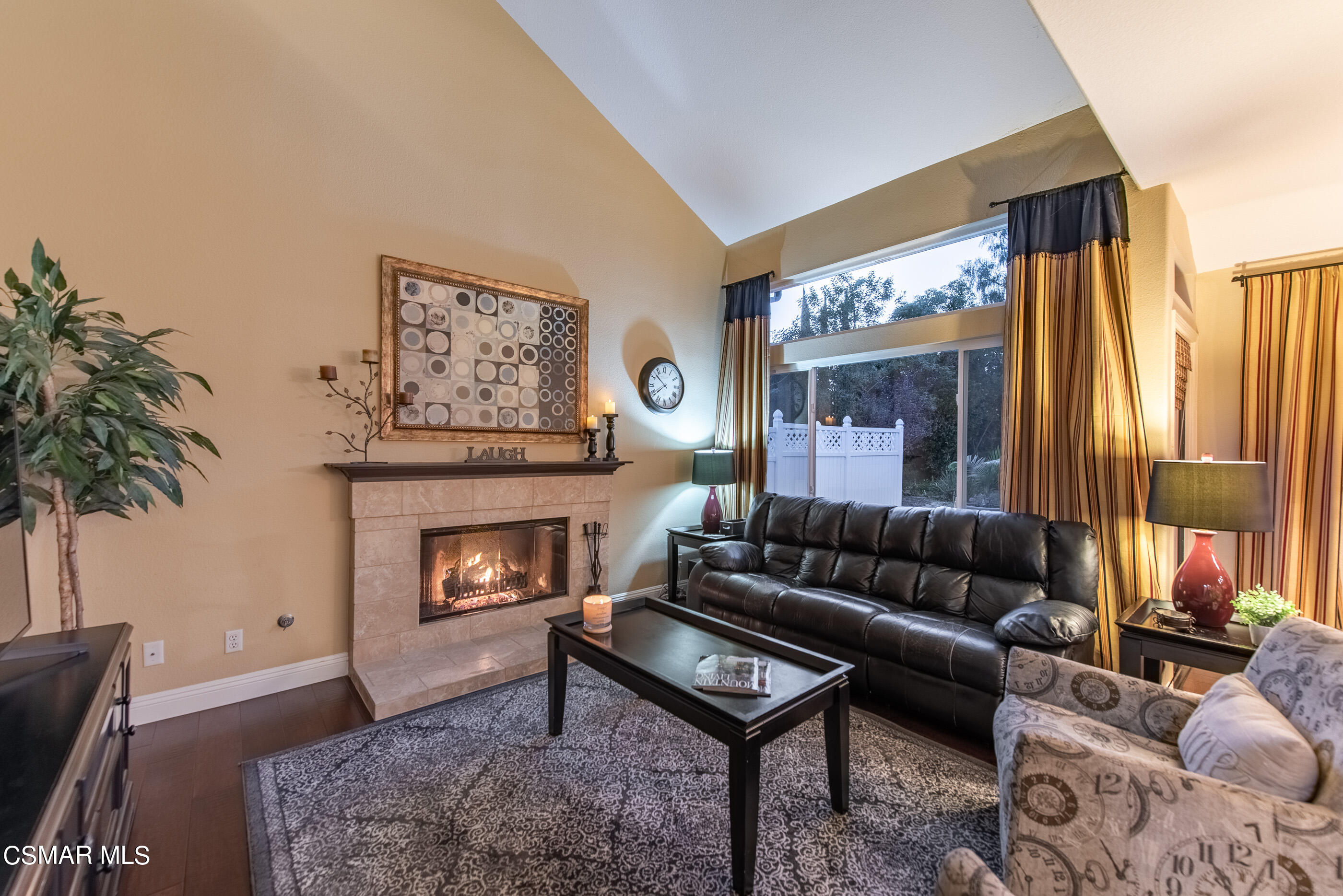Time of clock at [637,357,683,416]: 7:52
